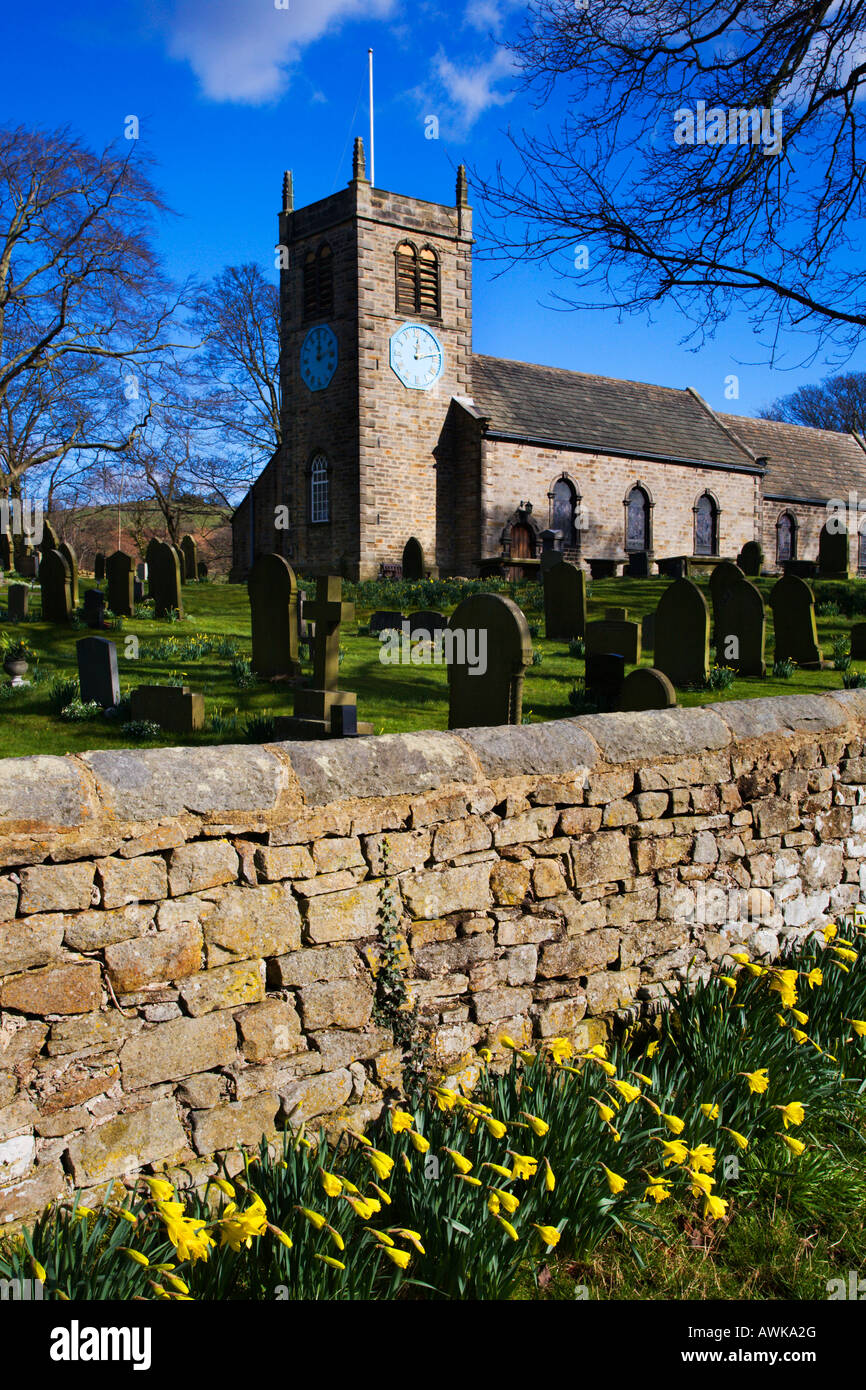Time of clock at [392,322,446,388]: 12:13
